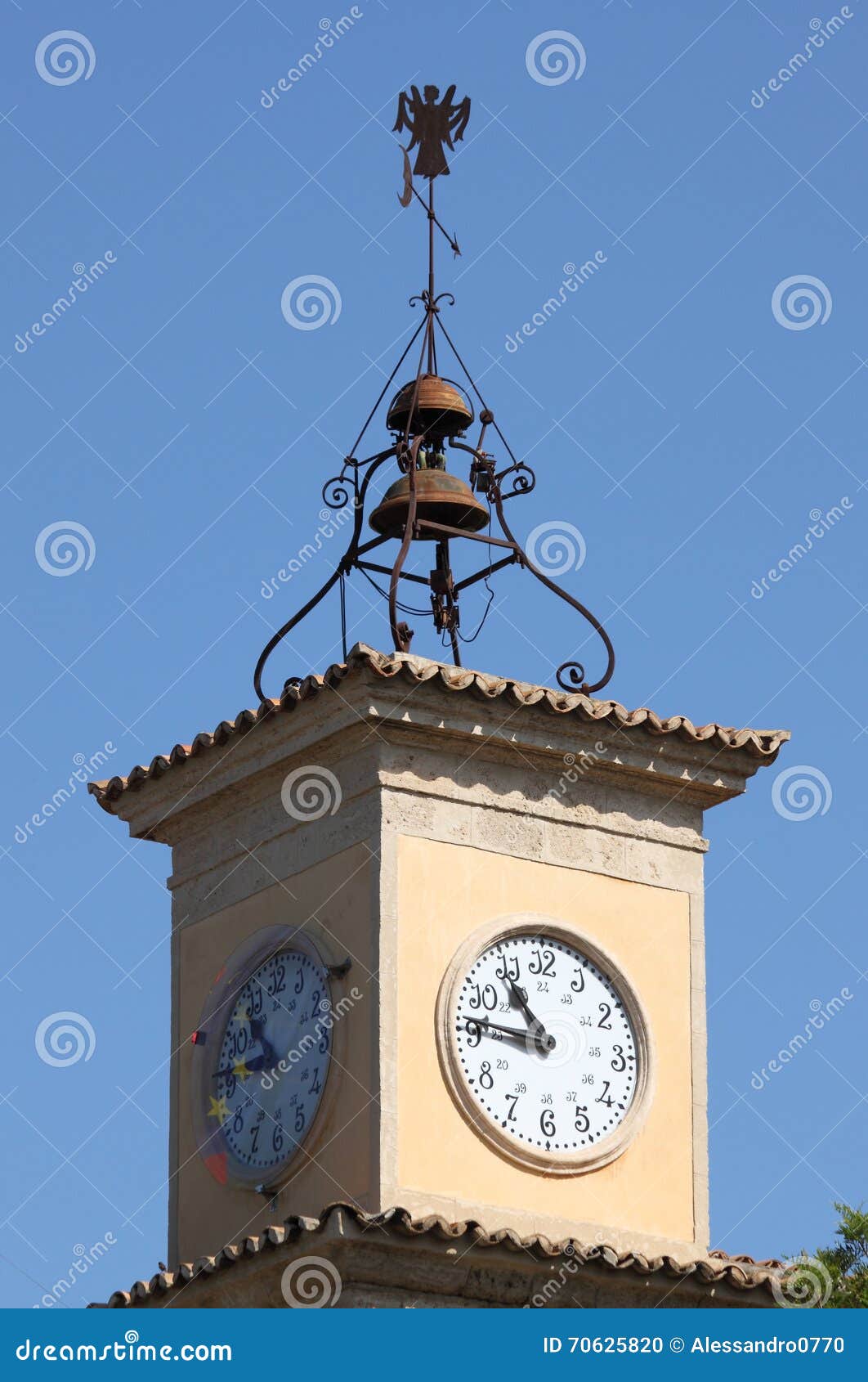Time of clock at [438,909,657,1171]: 10:46
